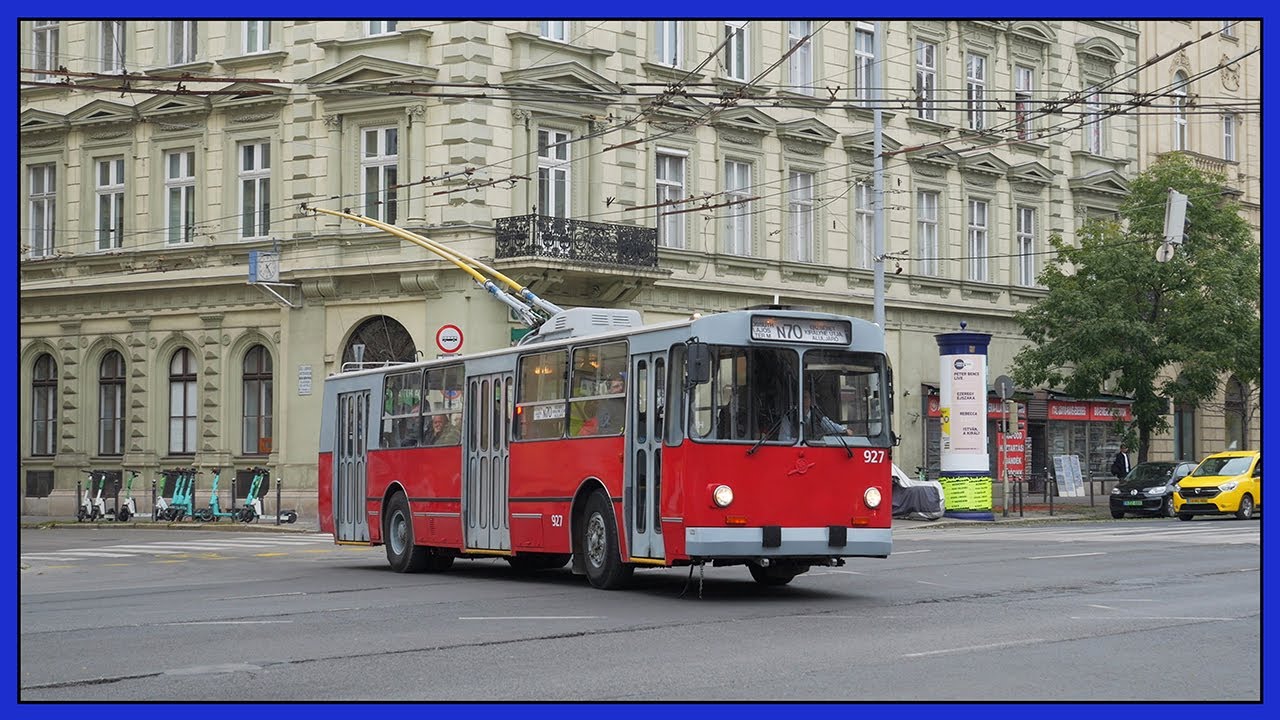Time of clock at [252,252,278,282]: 7:24
